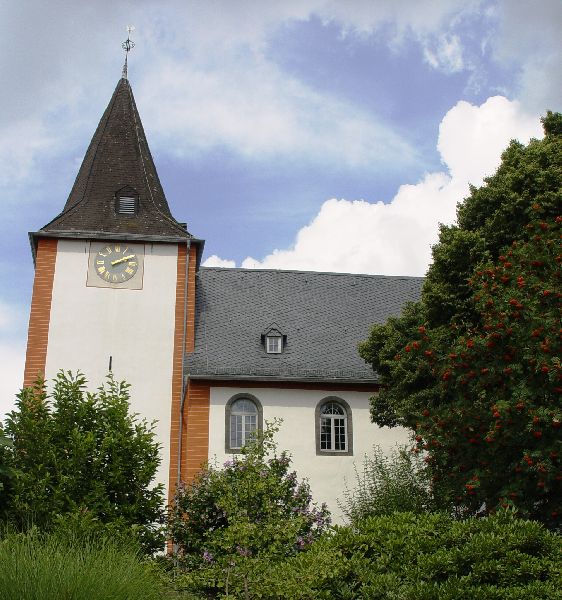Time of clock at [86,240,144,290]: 2:09
